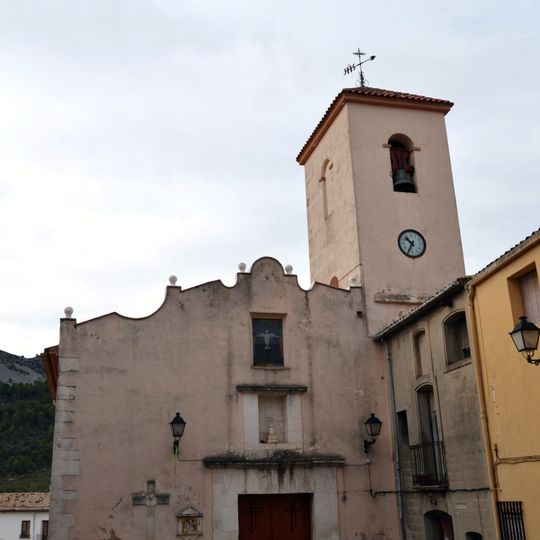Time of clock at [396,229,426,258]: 10:35
